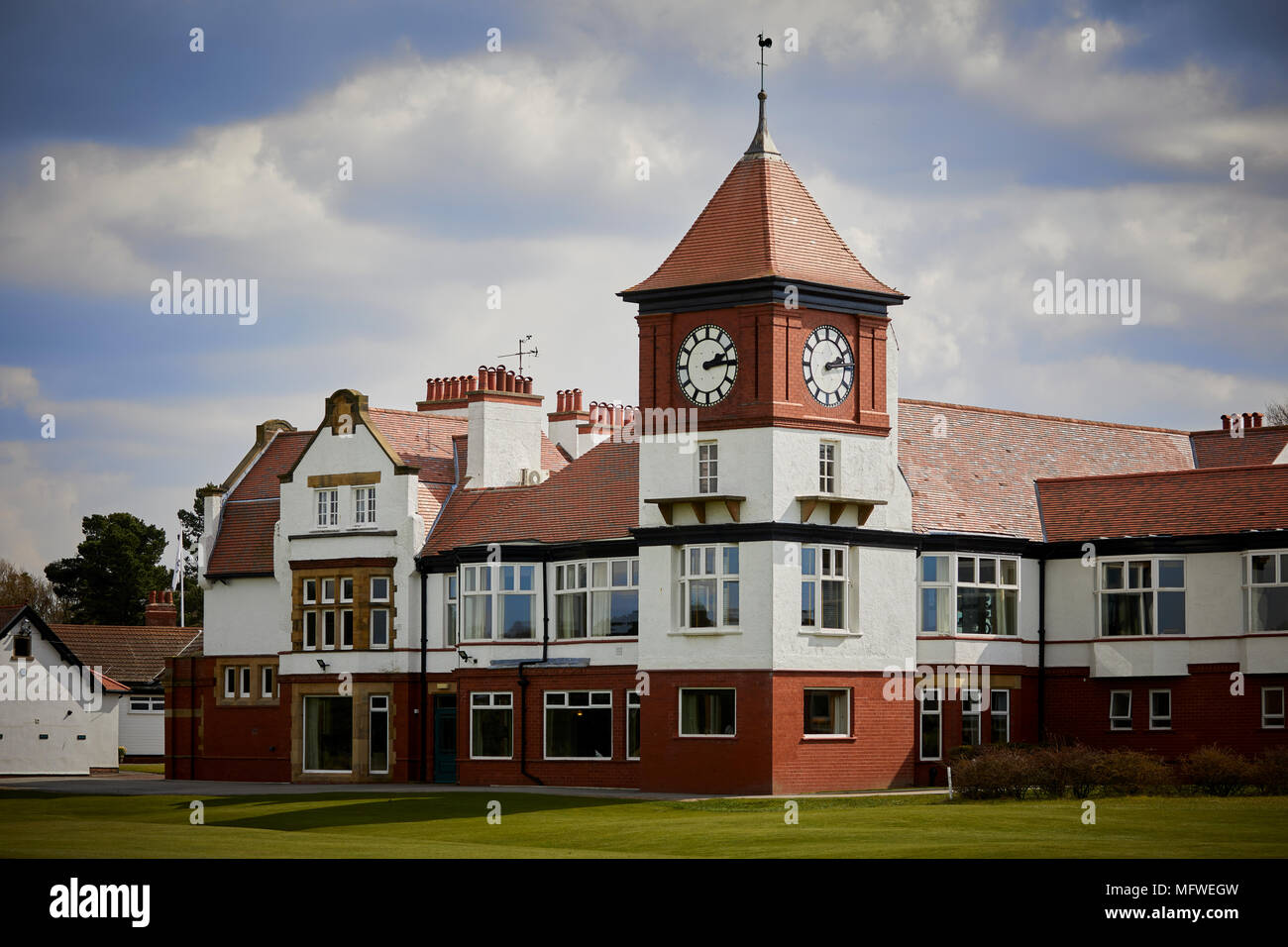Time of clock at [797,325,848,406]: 2:13
